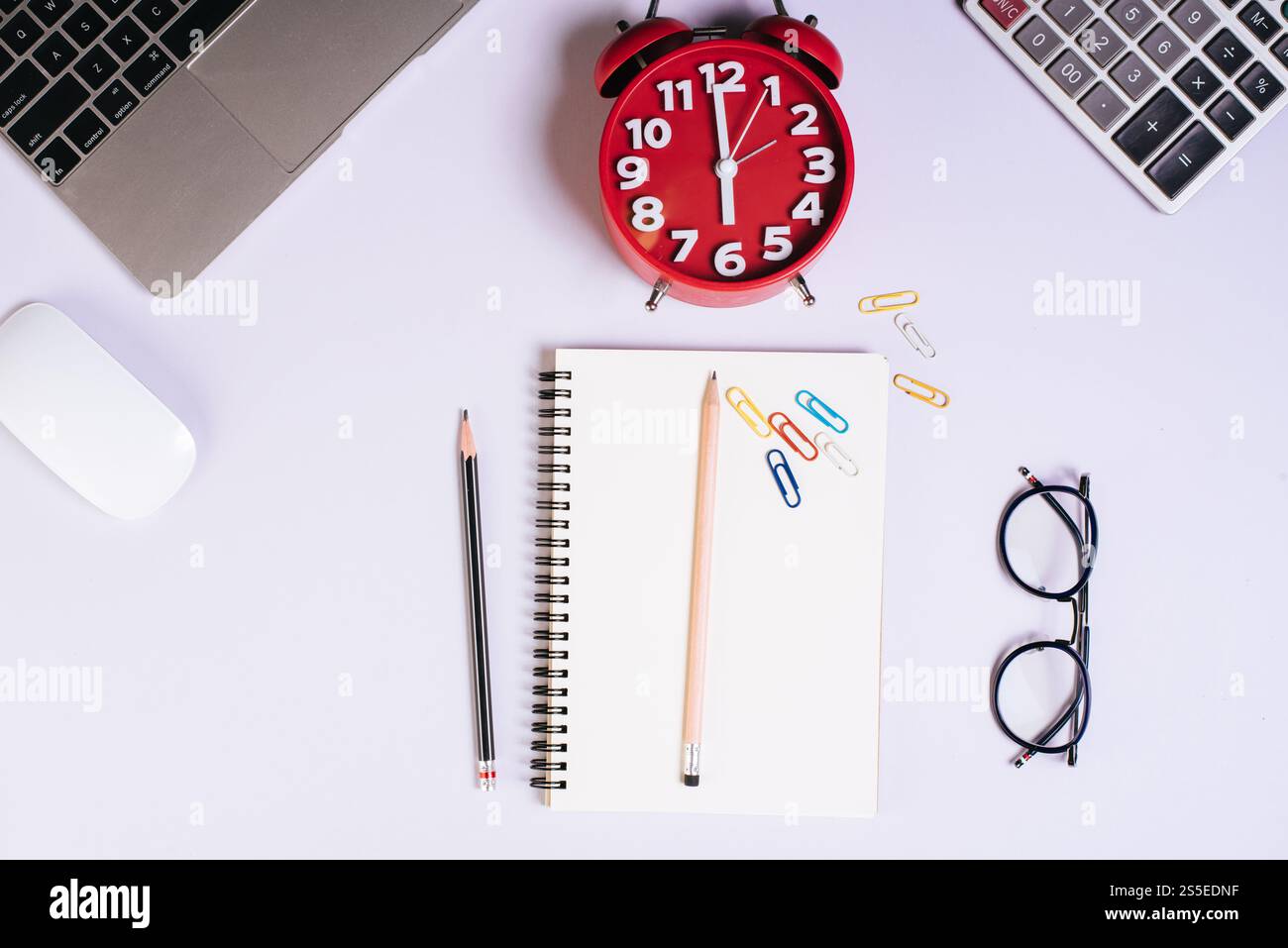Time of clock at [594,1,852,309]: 5:59
